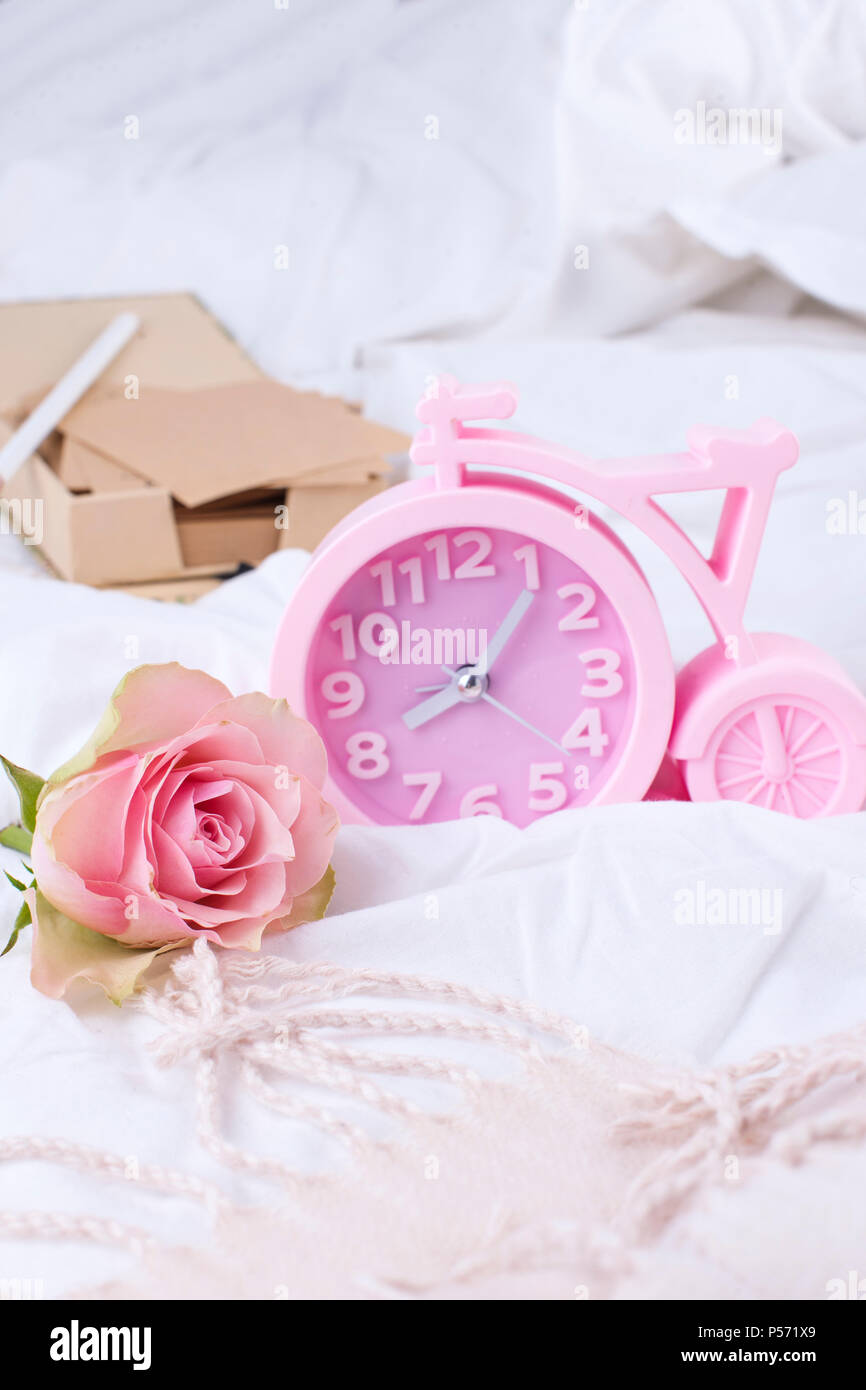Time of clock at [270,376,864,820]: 8:06
